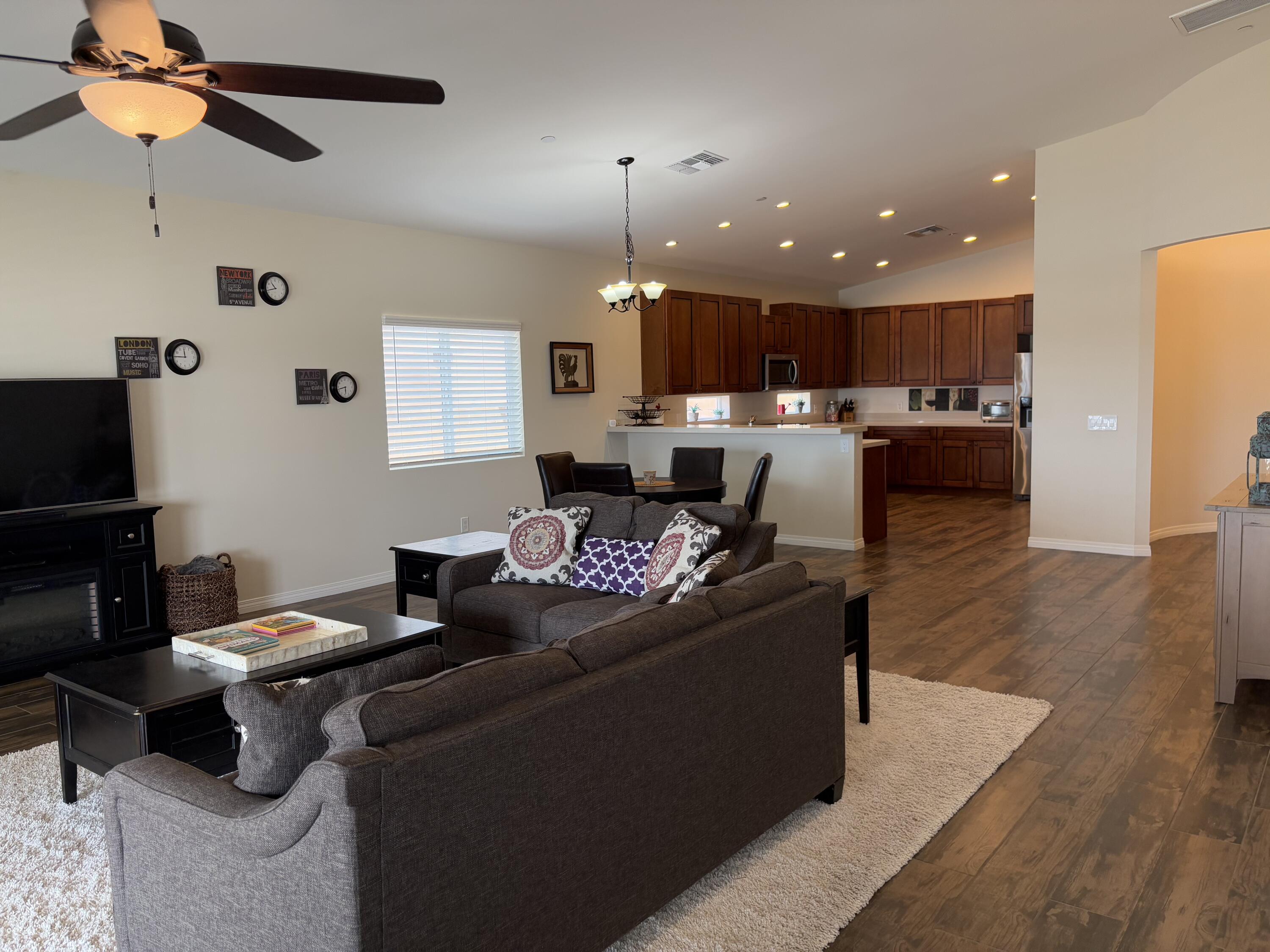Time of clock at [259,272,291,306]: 10:42
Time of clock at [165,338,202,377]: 11:45
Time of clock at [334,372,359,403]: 5:42
